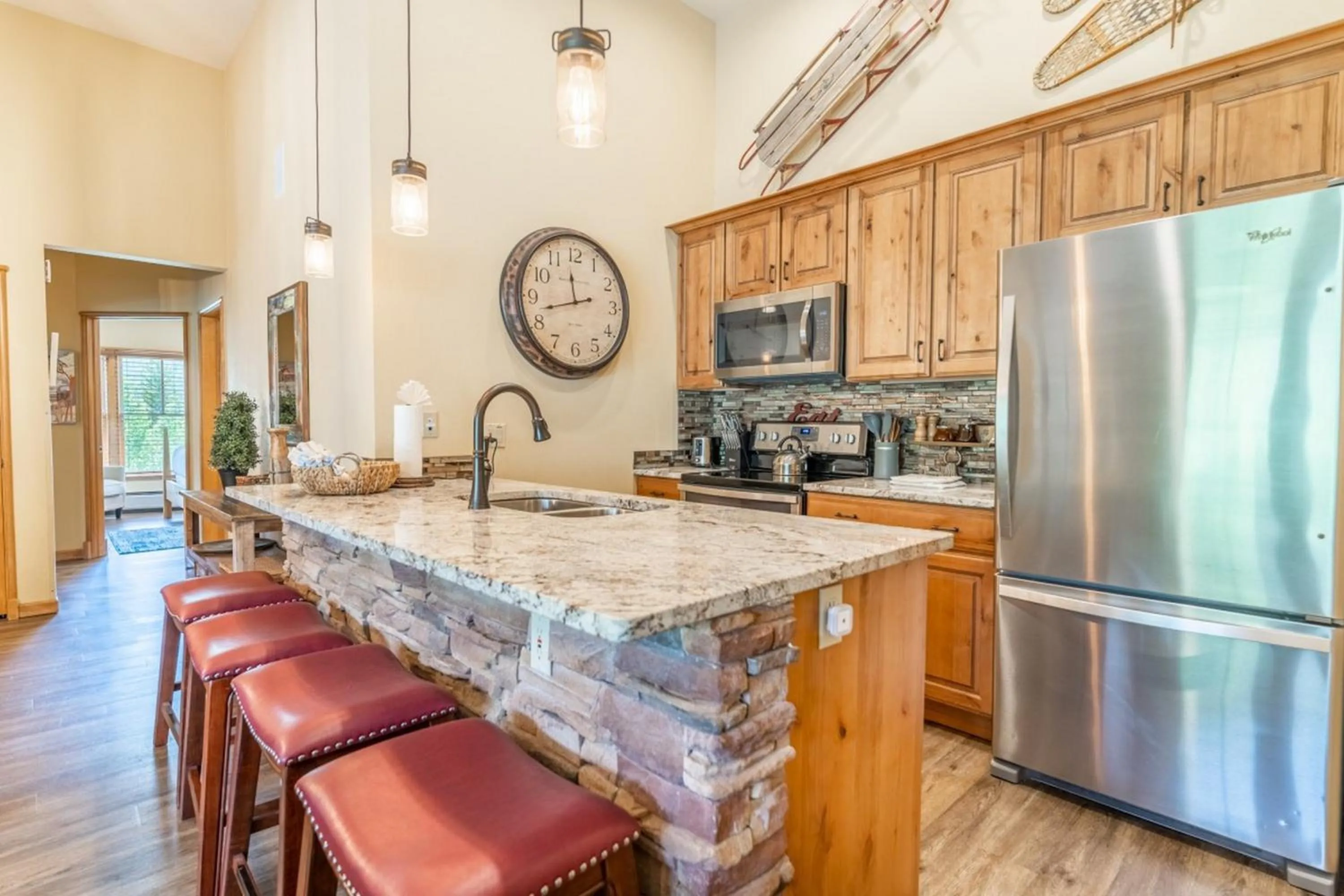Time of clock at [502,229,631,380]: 11:42
